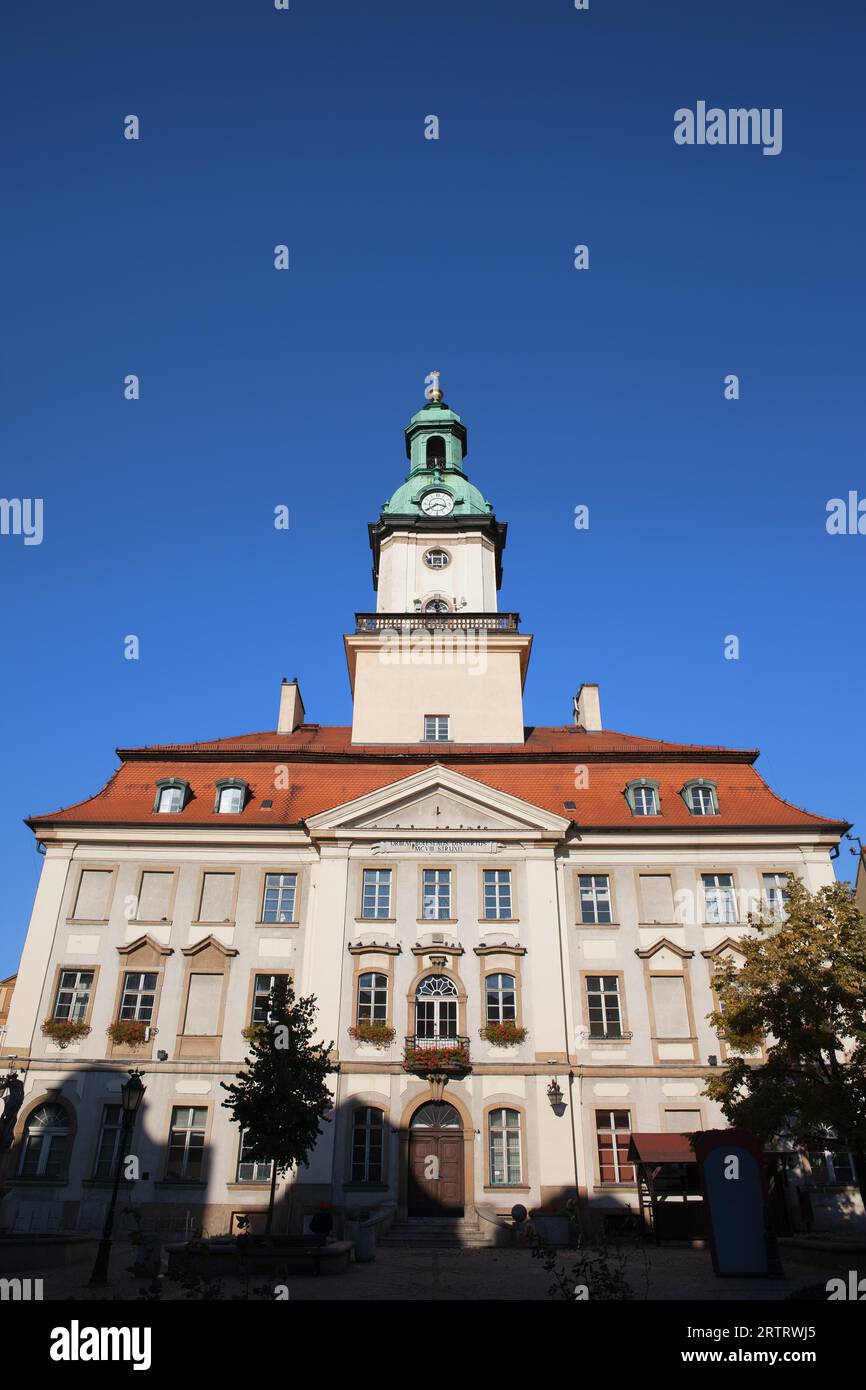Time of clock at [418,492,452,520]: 3:39
